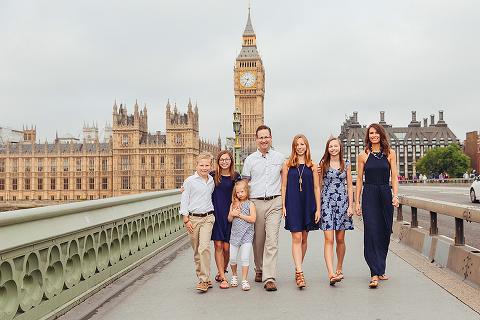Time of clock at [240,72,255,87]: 9:34
